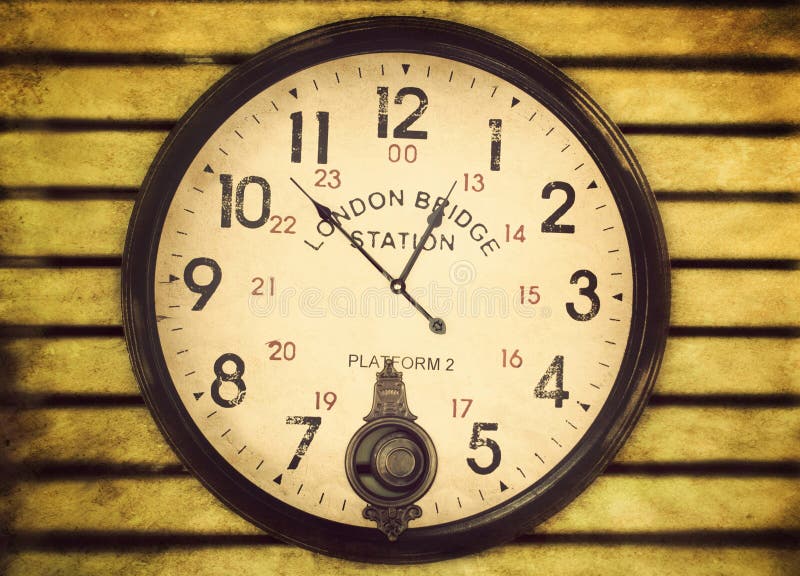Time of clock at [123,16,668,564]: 12:52
